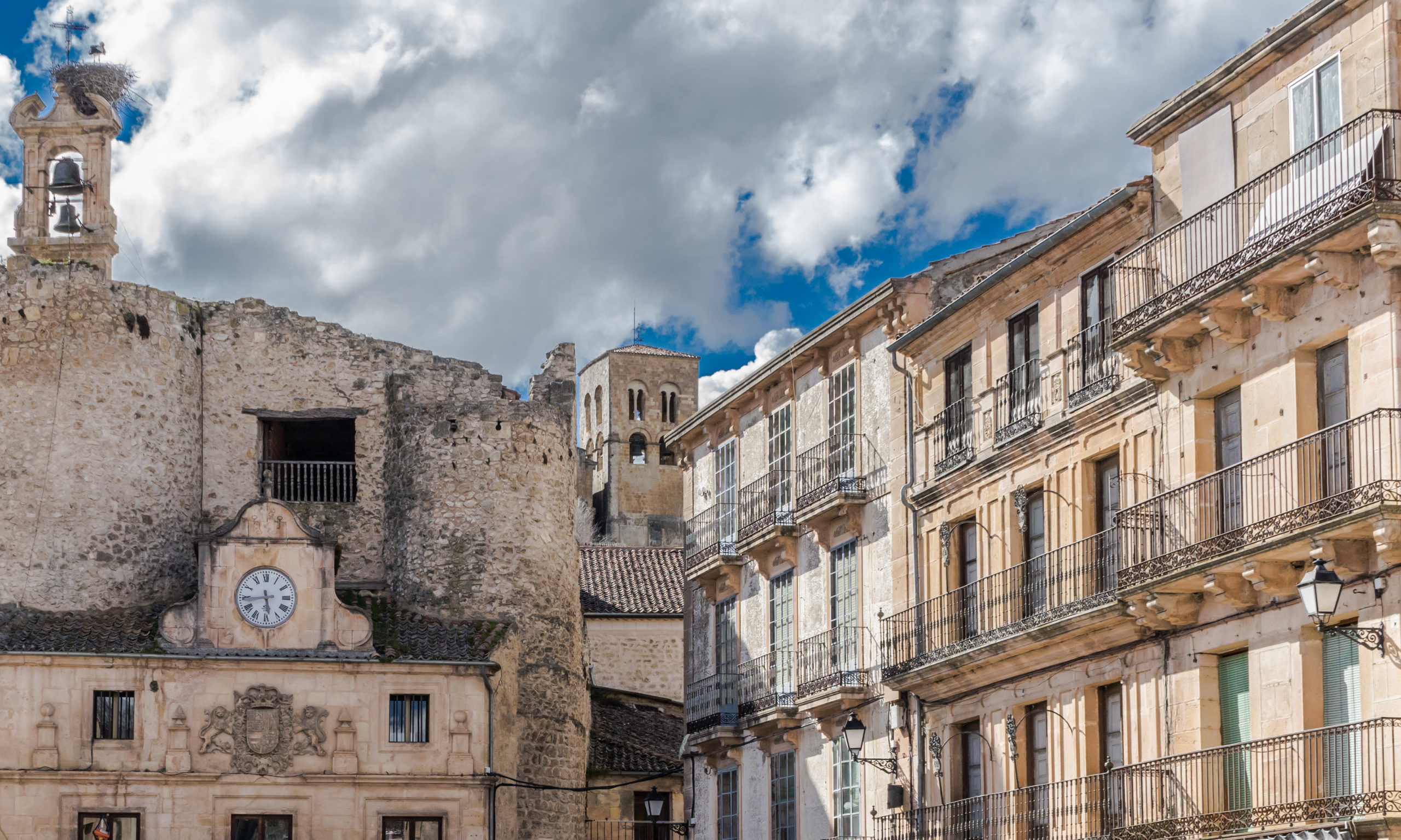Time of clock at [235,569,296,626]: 5:43
